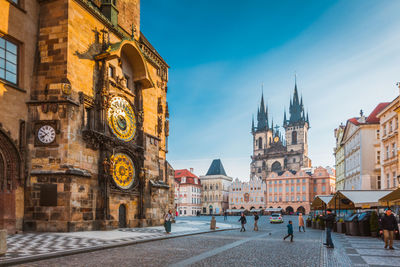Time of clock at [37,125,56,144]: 7:50
